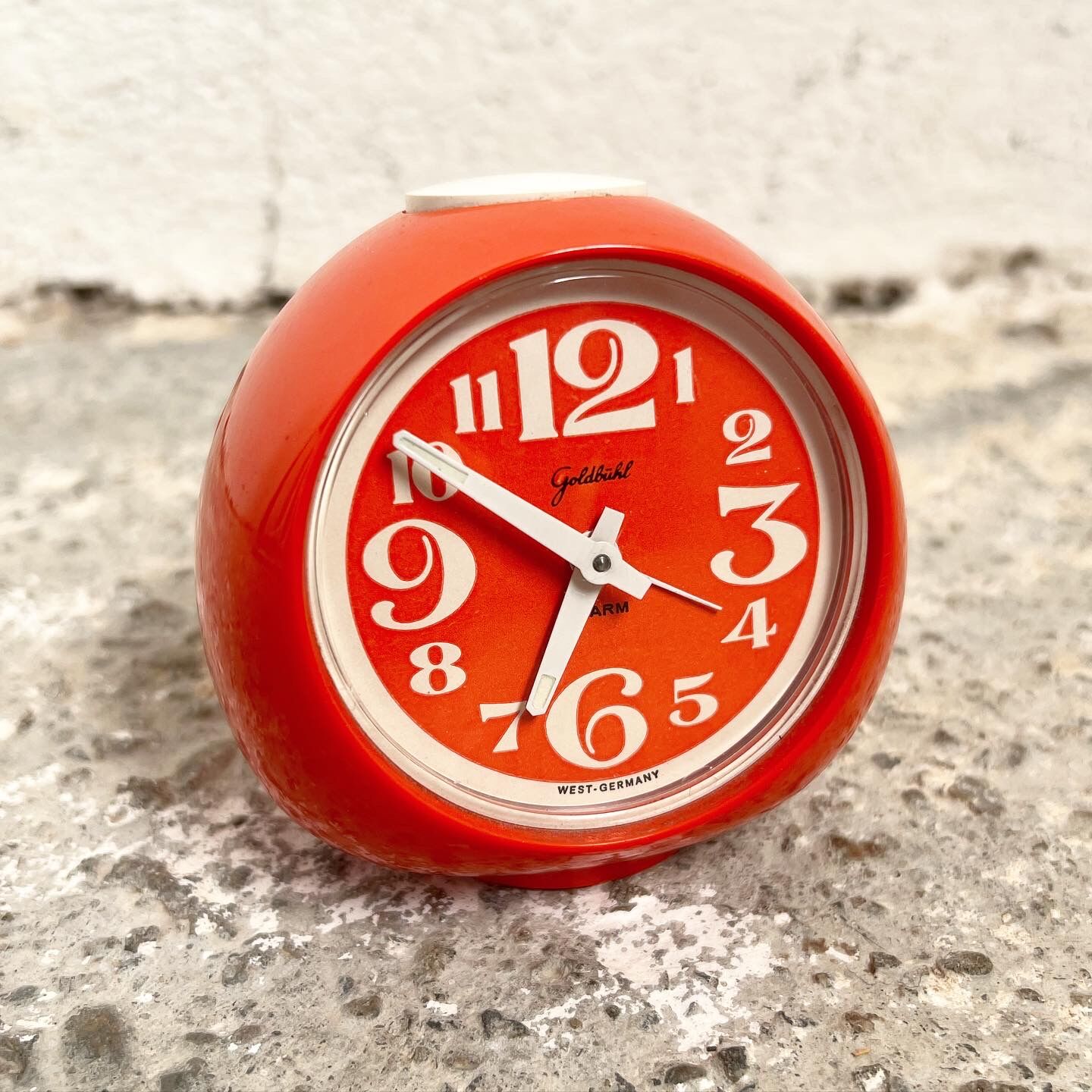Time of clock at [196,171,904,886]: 6:50
